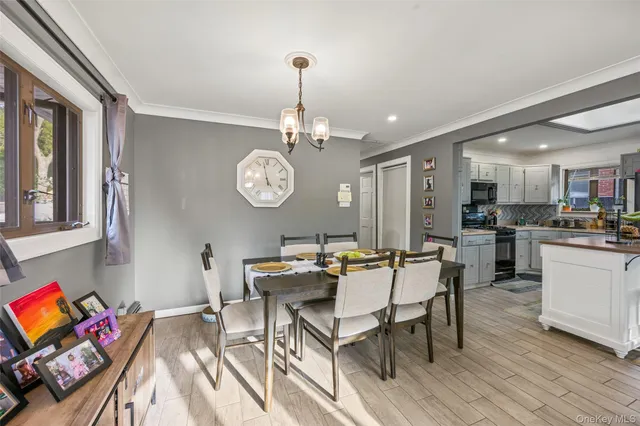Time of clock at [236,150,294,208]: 4:58
